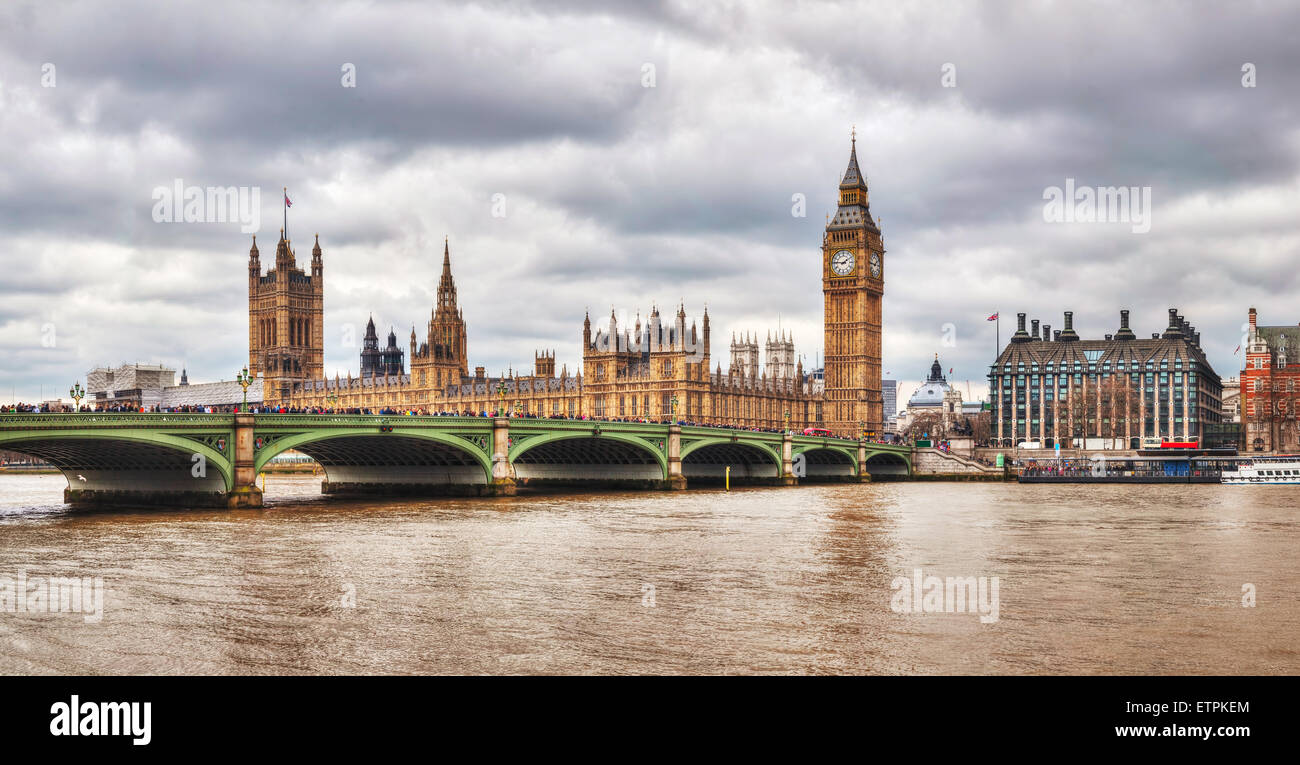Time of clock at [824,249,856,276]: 1:46
